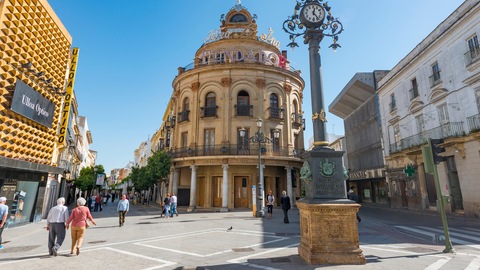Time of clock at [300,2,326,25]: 12:23
